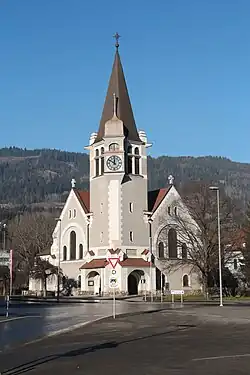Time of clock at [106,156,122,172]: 11:50
